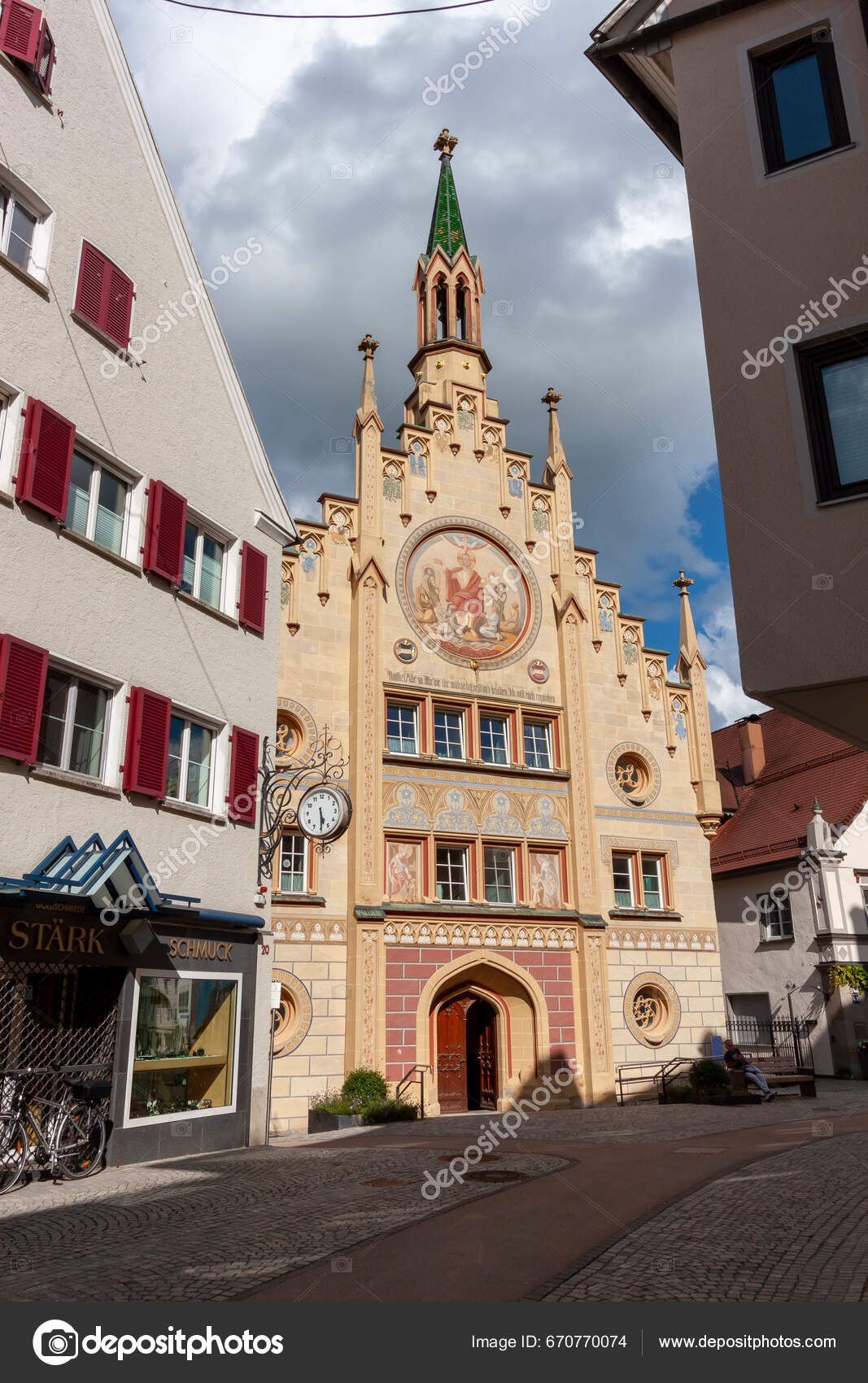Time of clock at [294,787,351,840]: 5:29
